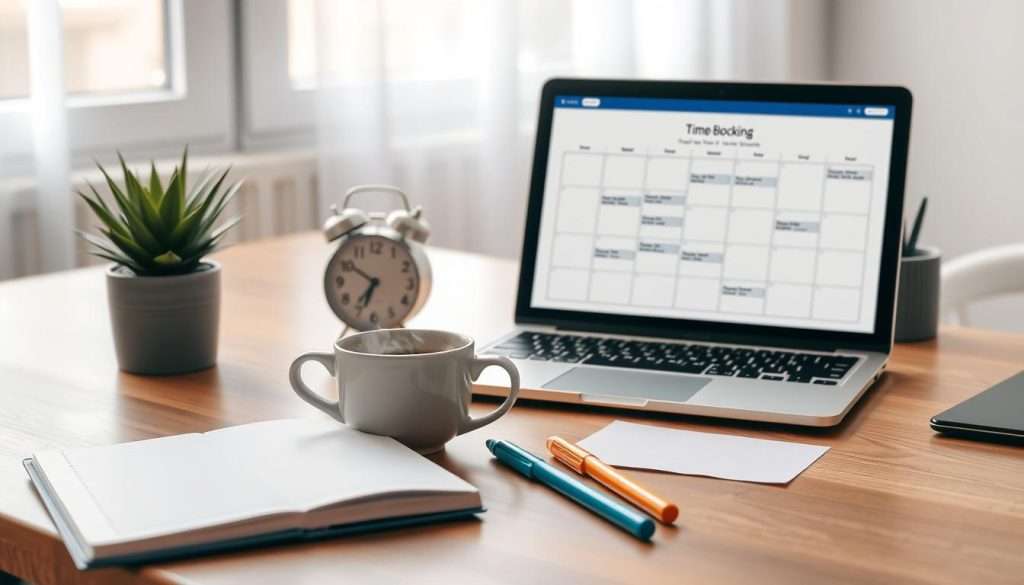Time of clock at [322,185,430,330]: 6:50
